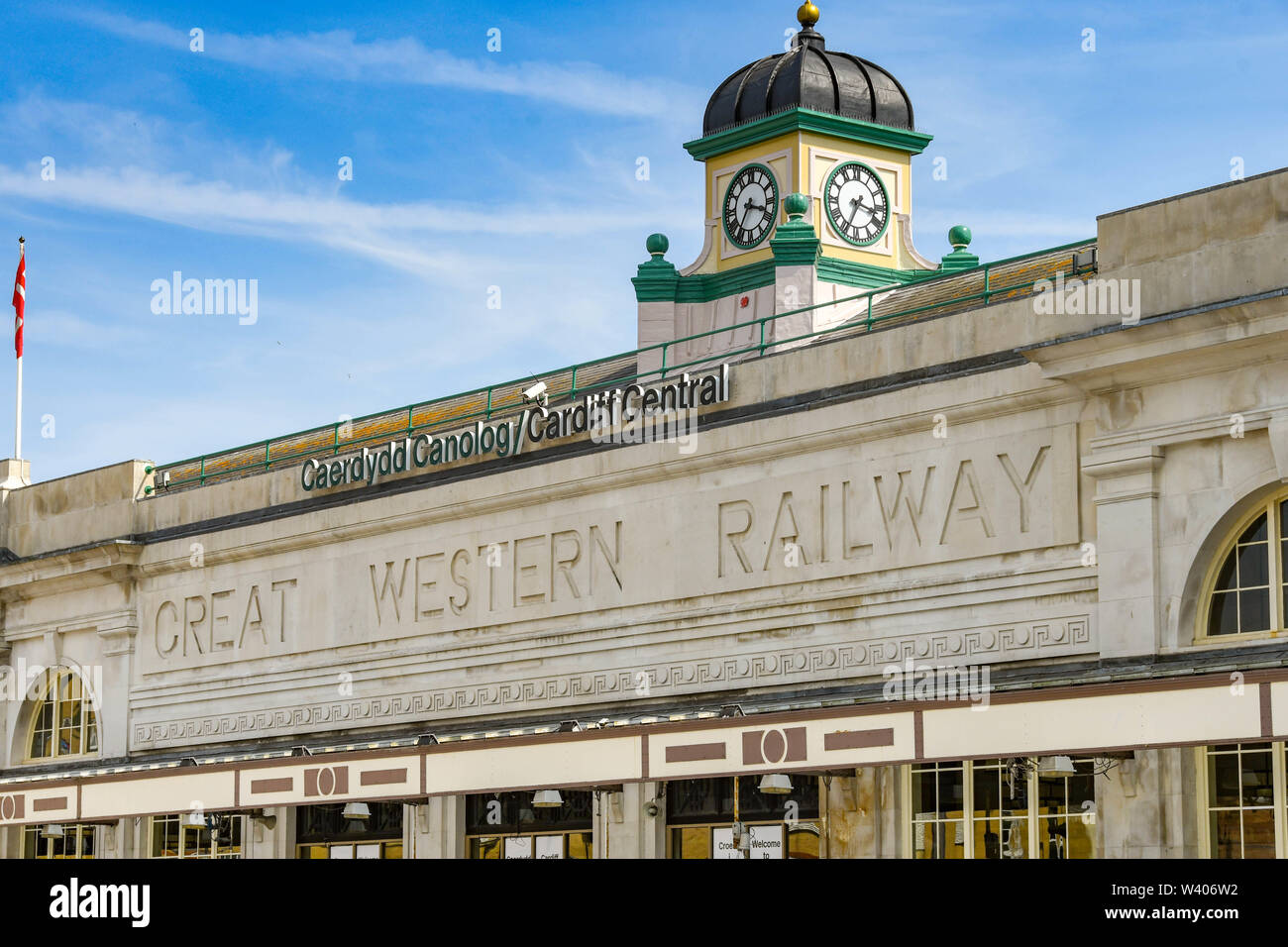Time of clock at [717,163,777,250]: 3:34
